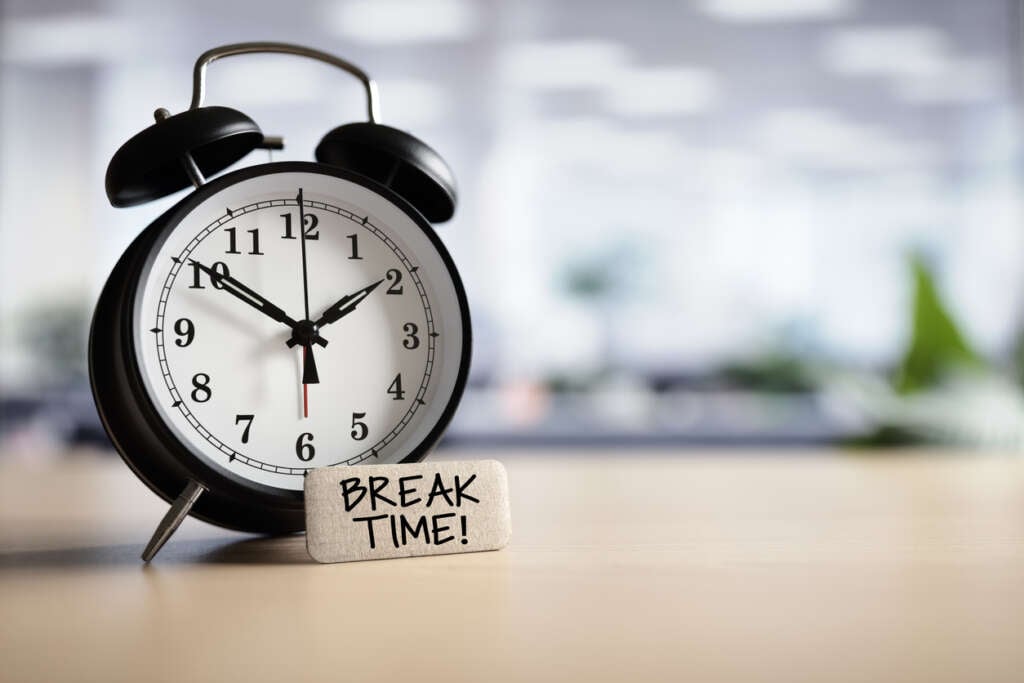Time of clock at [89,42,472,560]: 1:50
